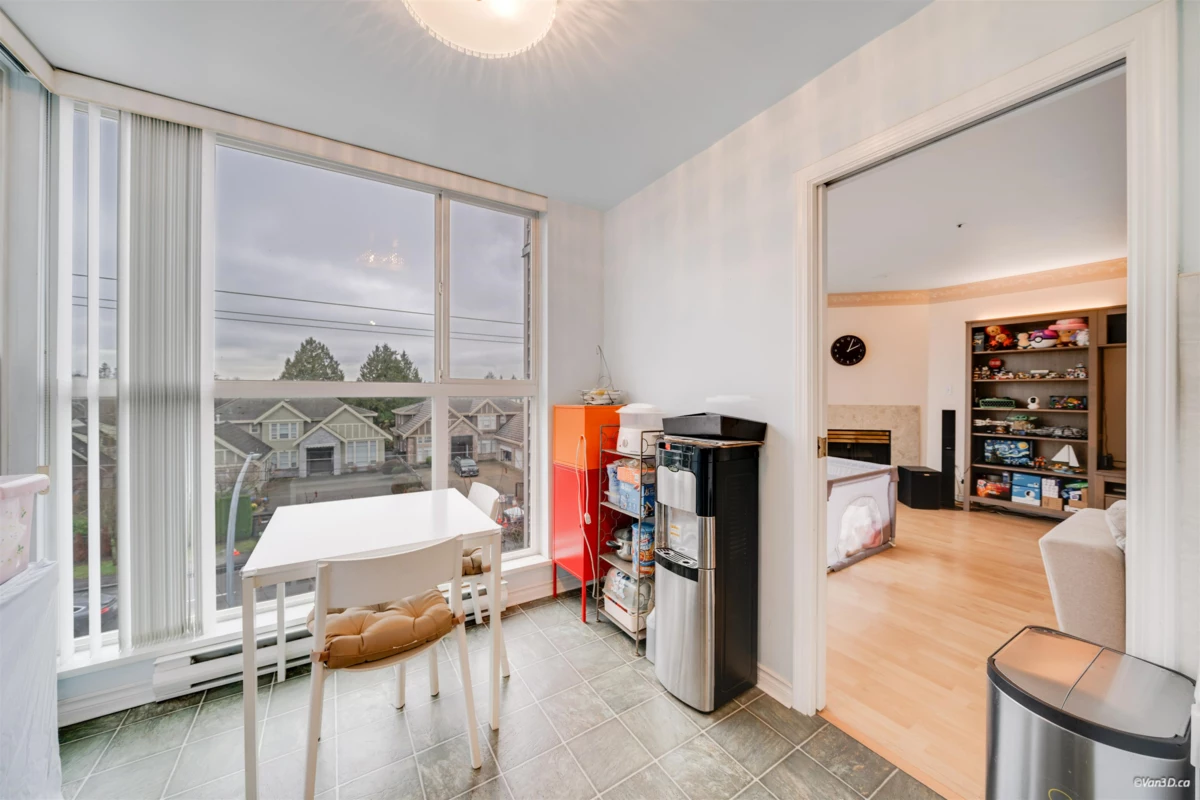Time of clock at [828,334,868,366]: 2:03
